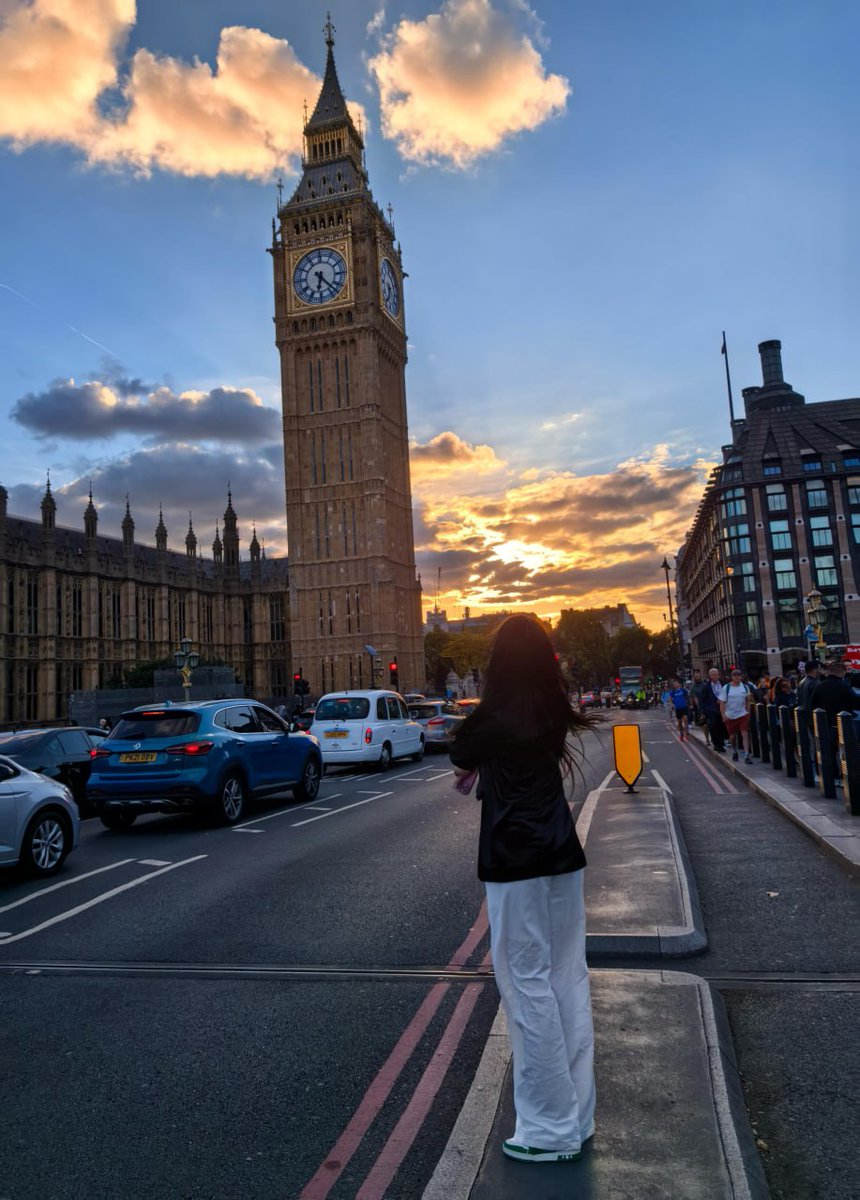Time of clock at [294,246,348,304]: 6:22
